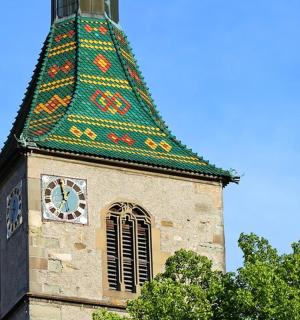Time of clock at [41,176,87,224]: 12:58
